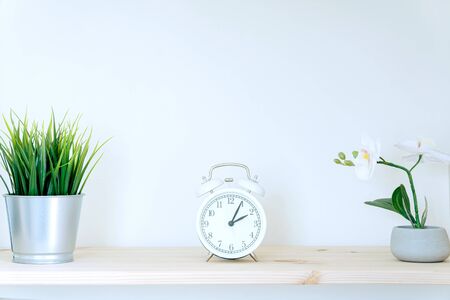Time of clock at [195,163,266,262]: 2:04
